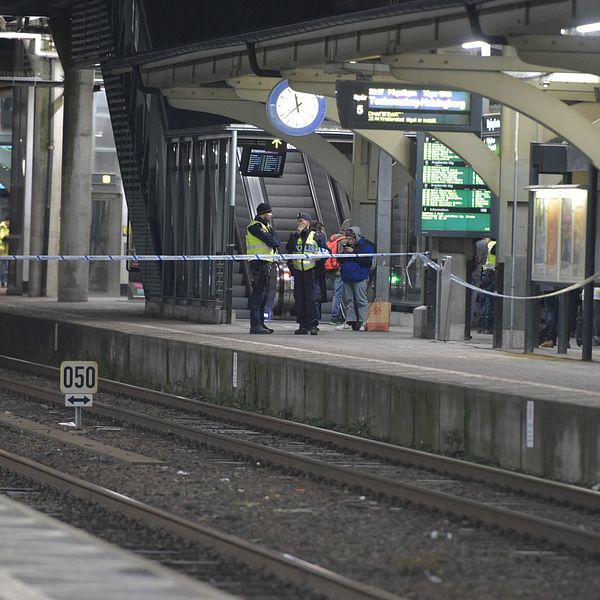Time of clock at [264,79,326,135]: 11:37
